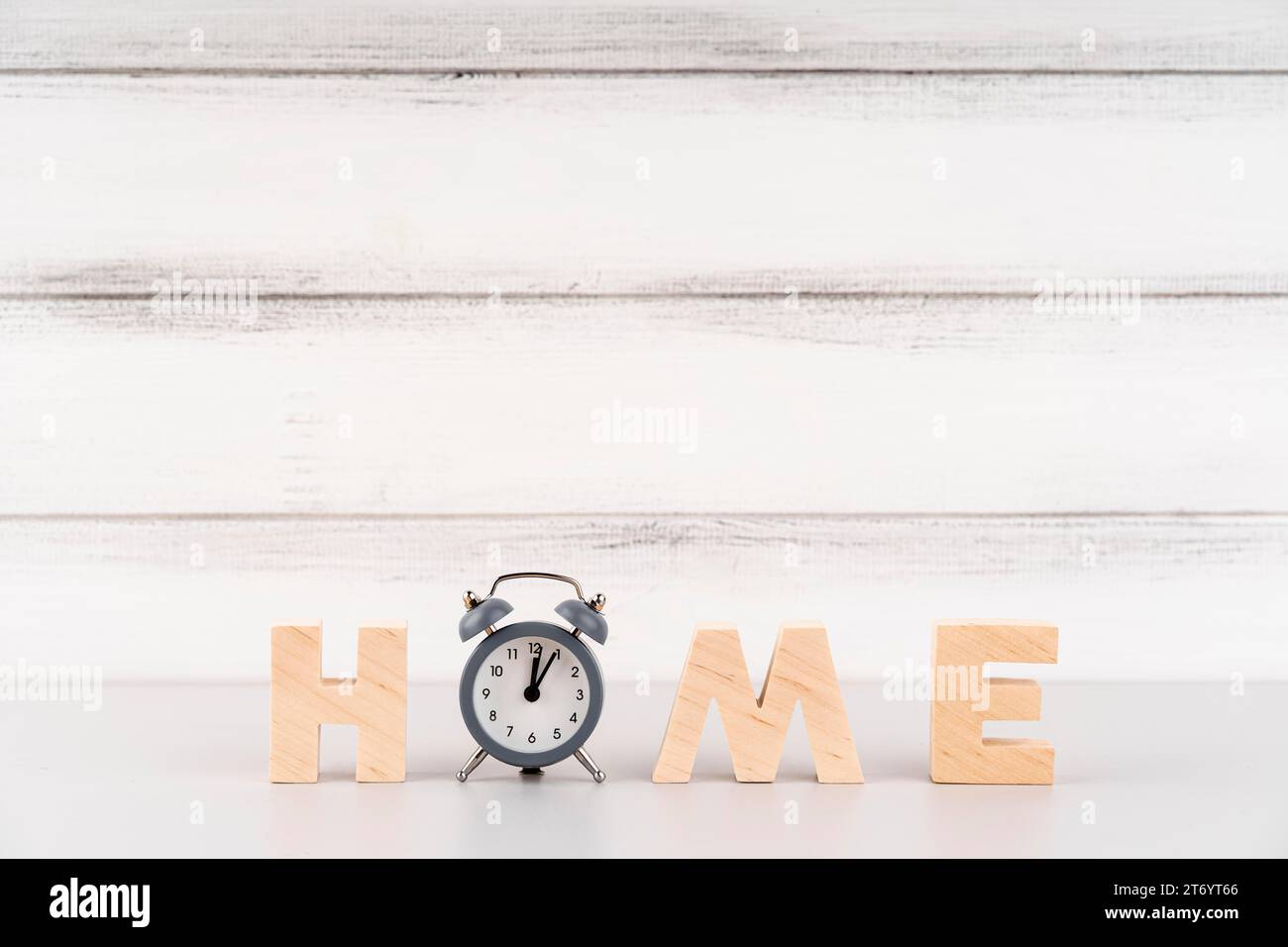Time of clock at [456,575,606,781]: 12:04
